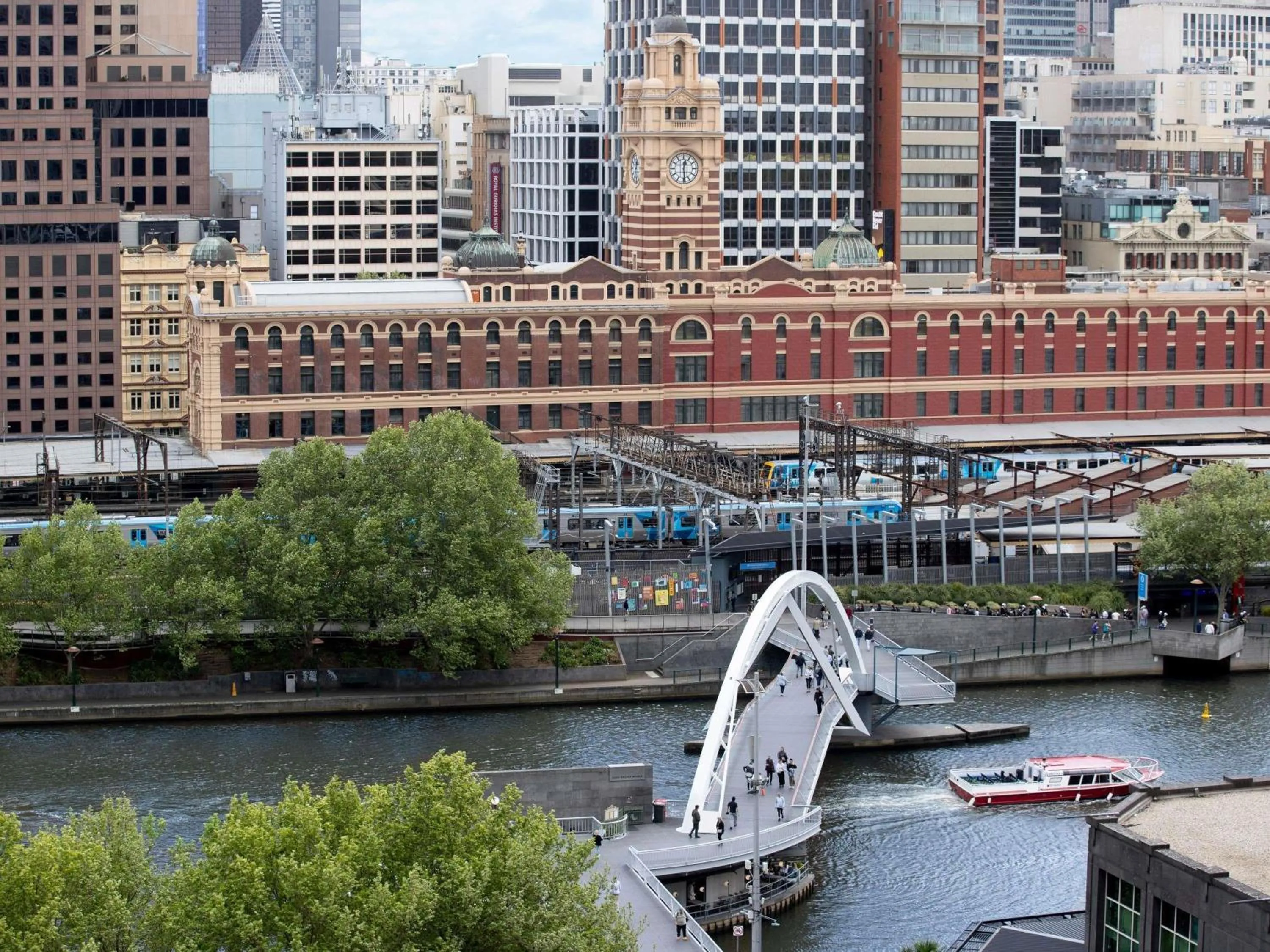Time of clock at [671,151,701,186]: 12:29
